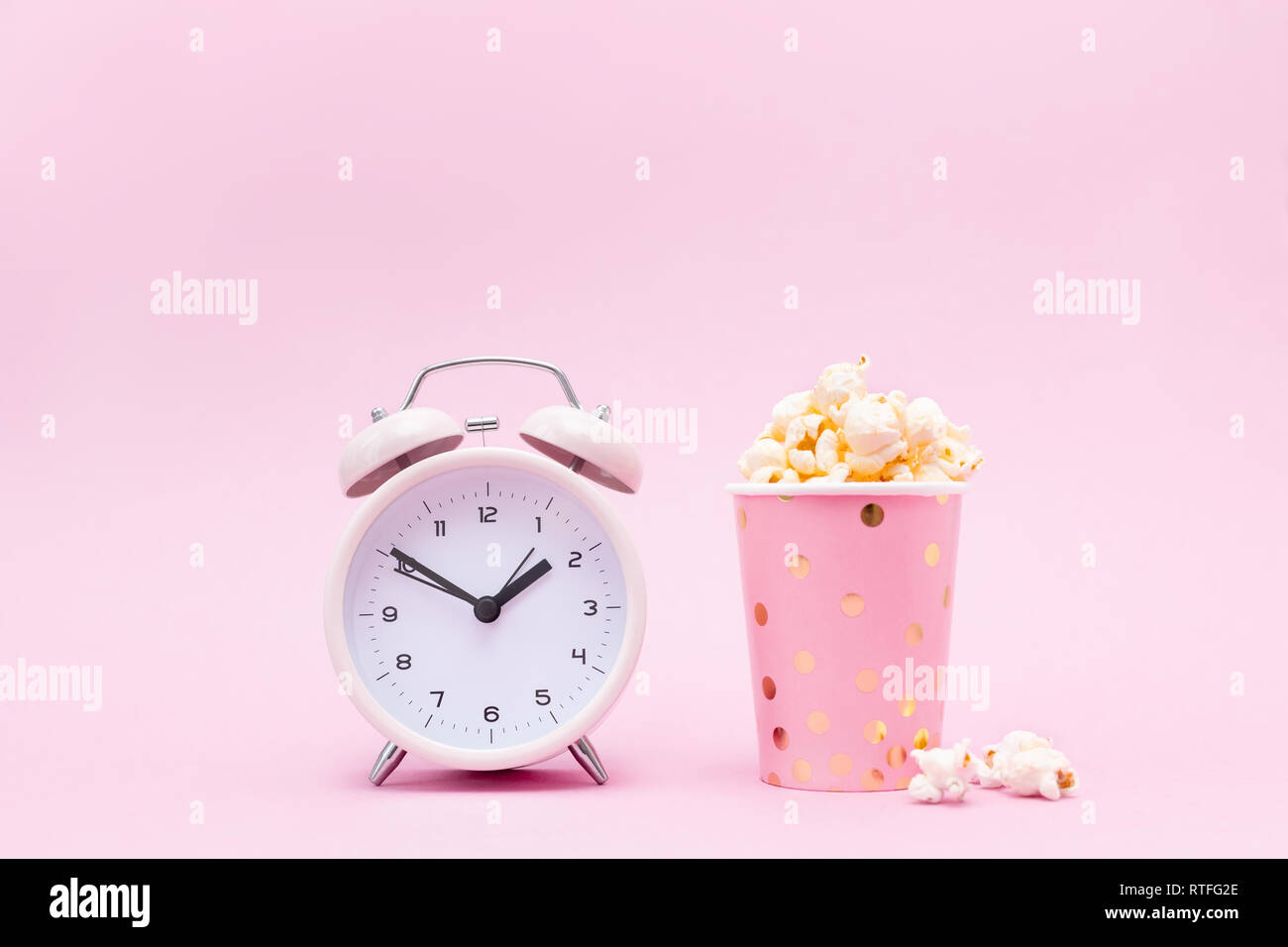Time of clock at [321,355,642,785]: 1:50
